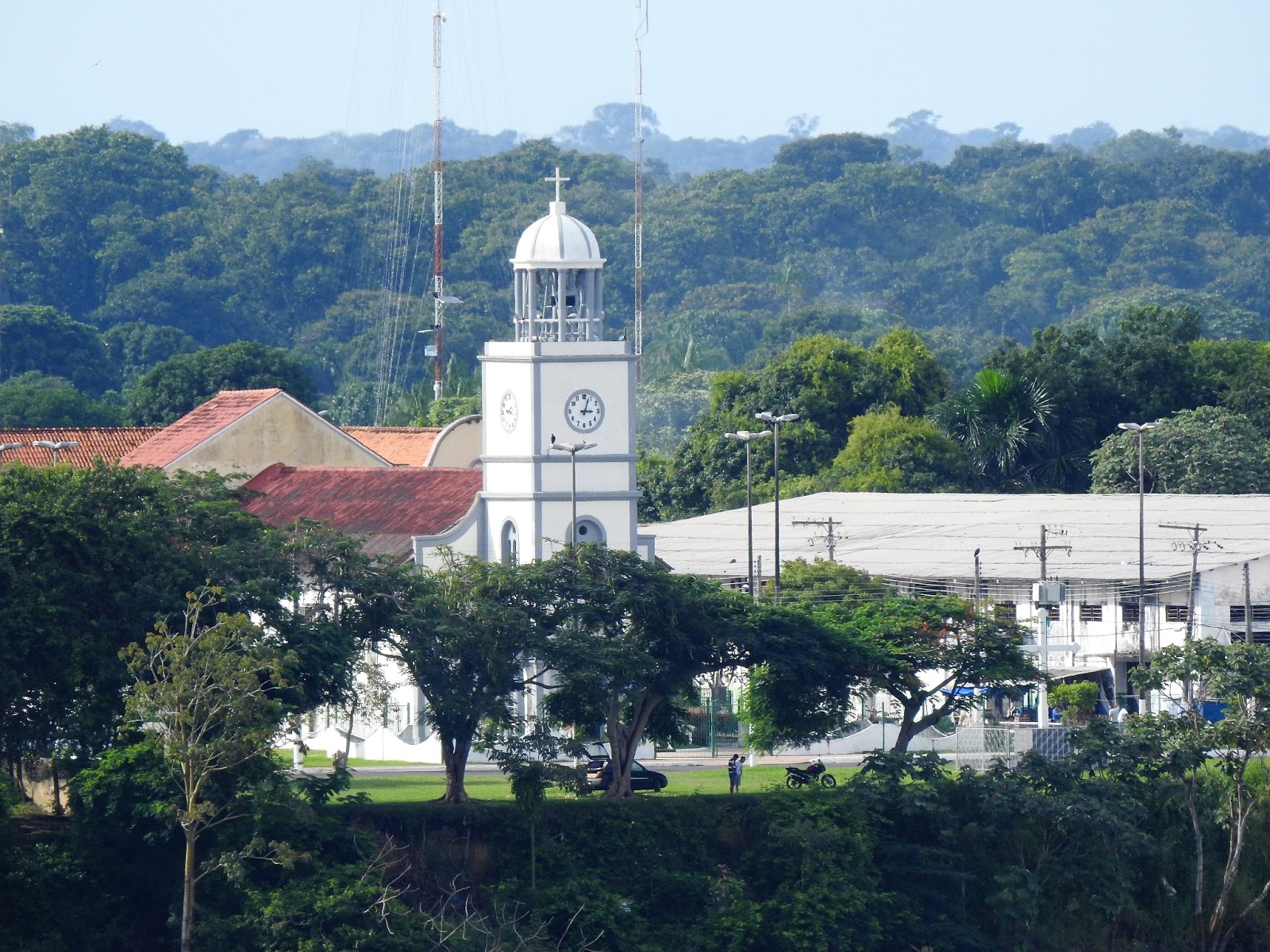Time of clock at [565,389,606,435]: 3:03
